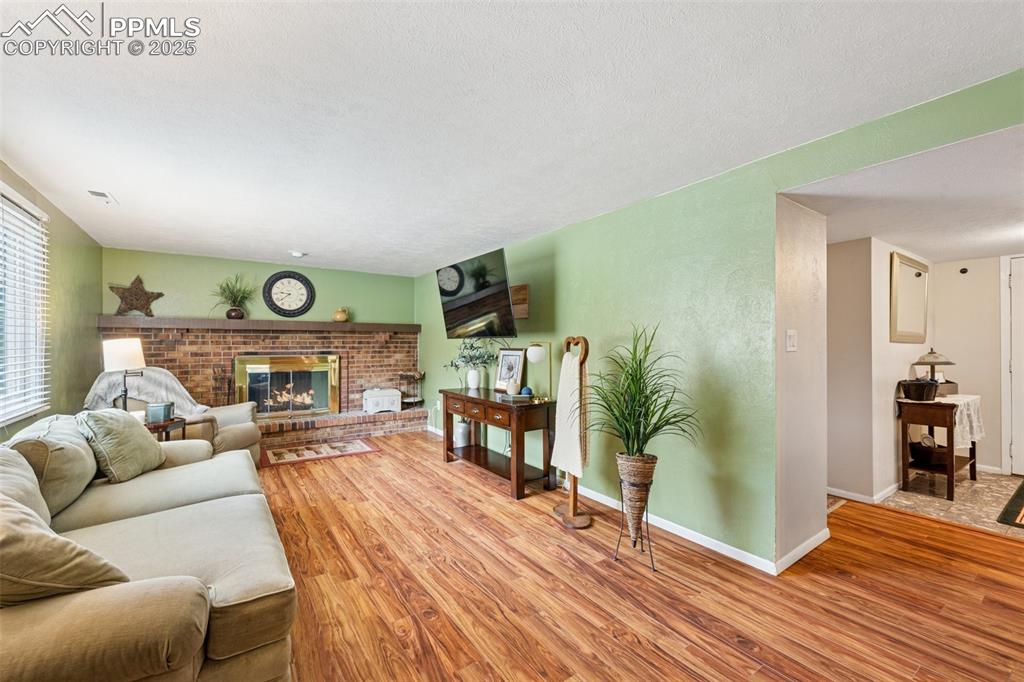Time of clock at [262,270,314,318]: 9:38
